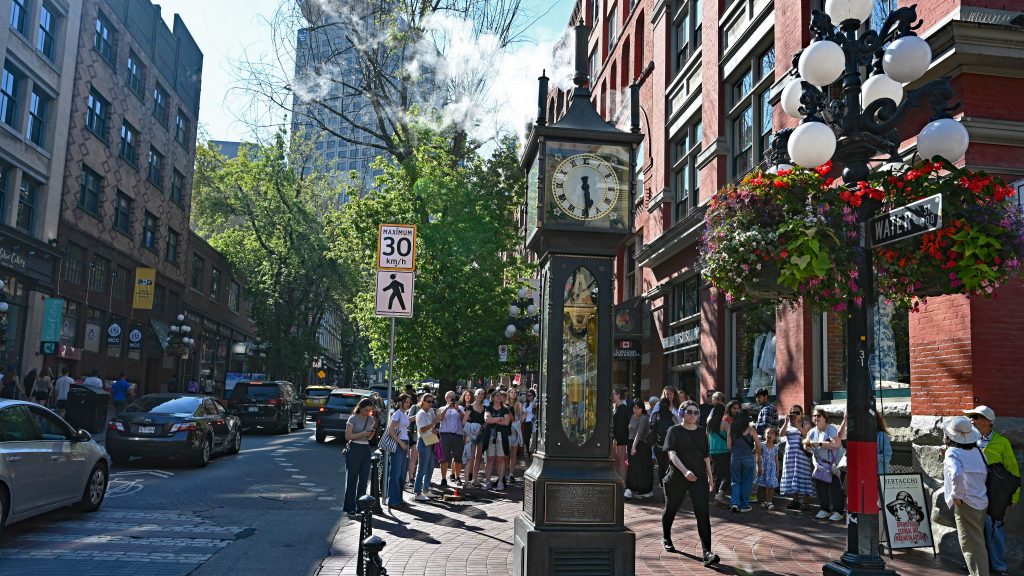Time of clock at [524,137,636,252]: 5:29
